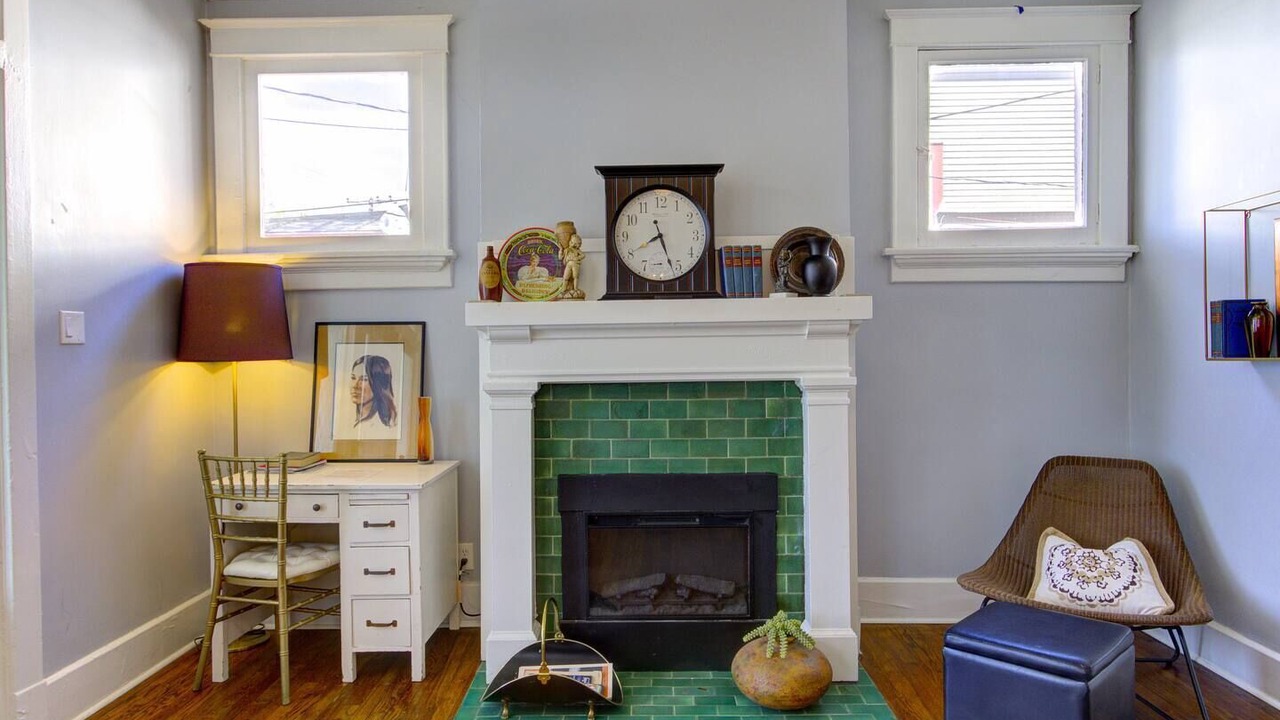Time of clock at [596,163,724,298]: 8:26
